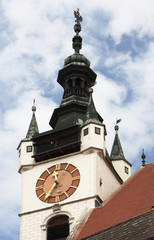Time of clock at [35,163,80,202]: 11:35
